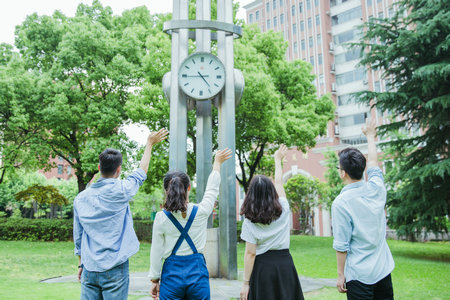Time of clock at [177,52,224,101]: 4:44
